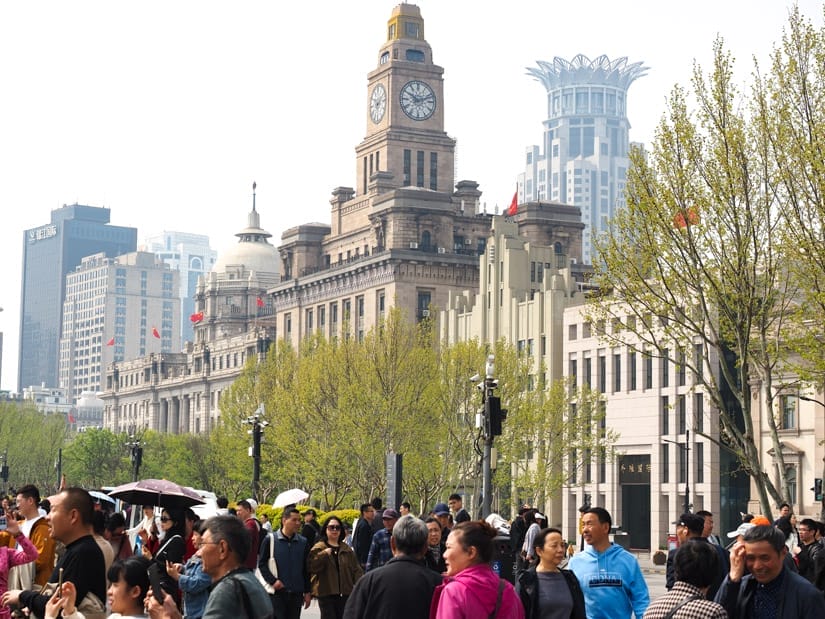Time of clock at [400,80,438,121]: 10:11
